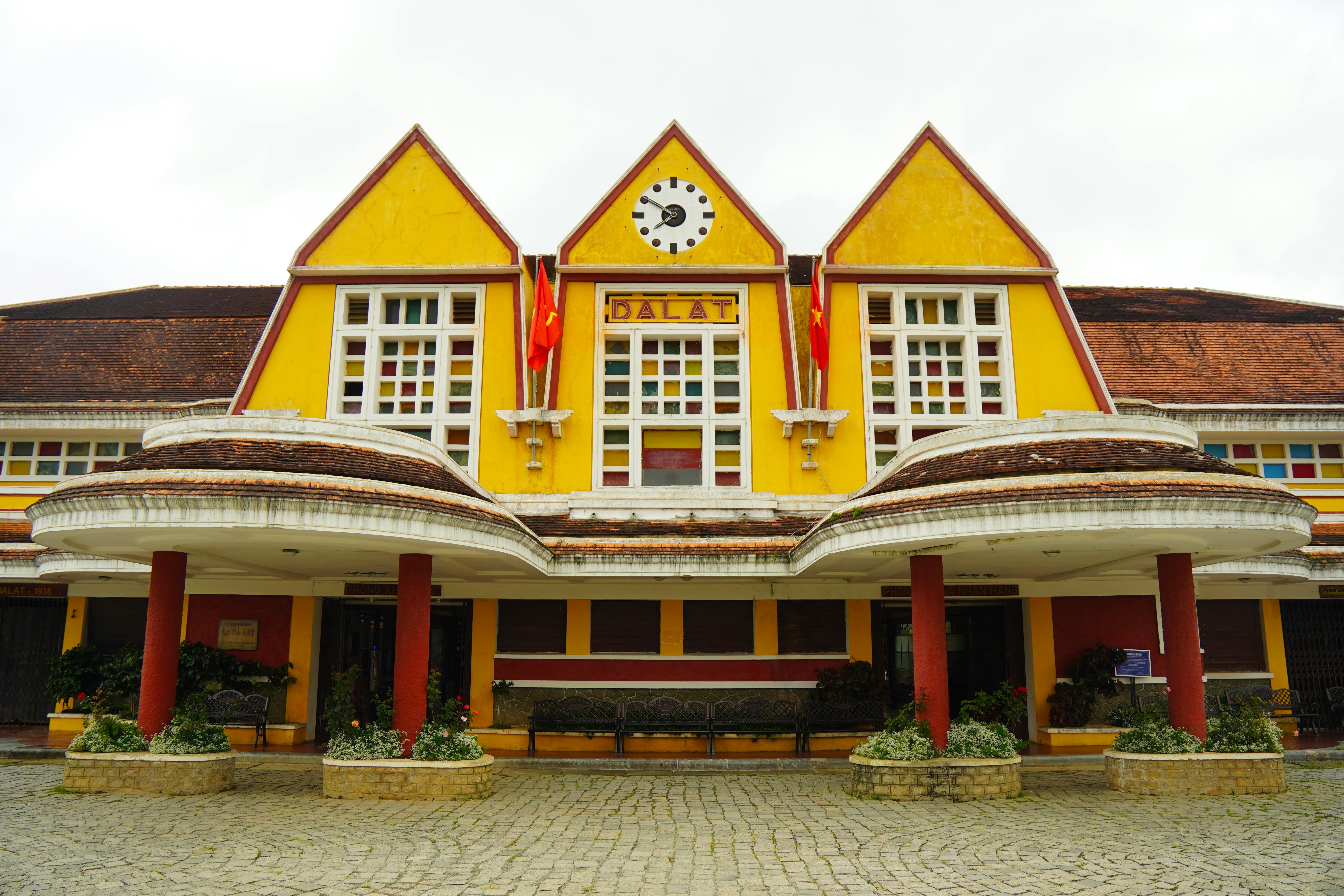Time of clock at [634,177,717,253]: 7:50
